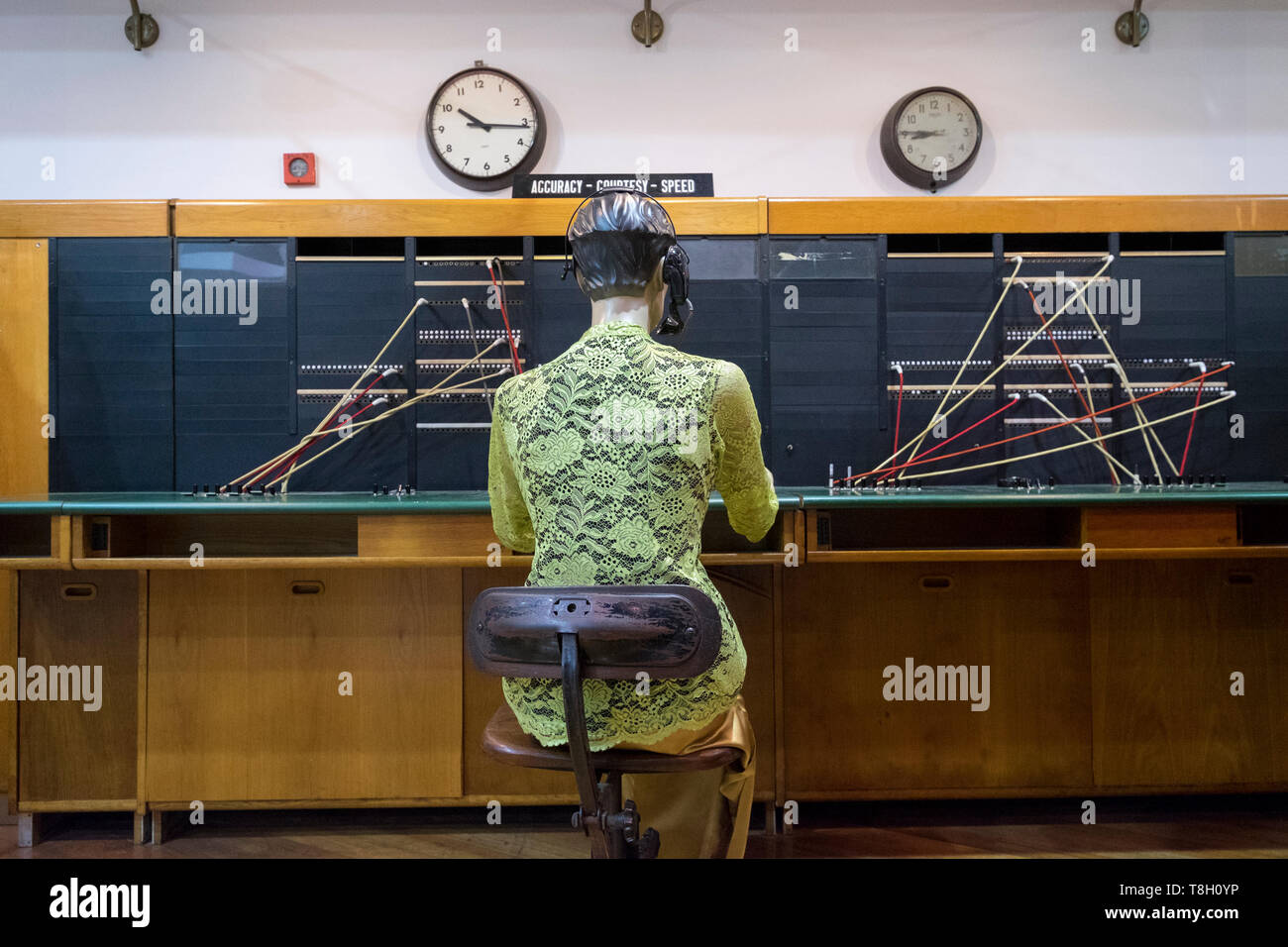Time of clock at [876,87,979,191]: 8:45
